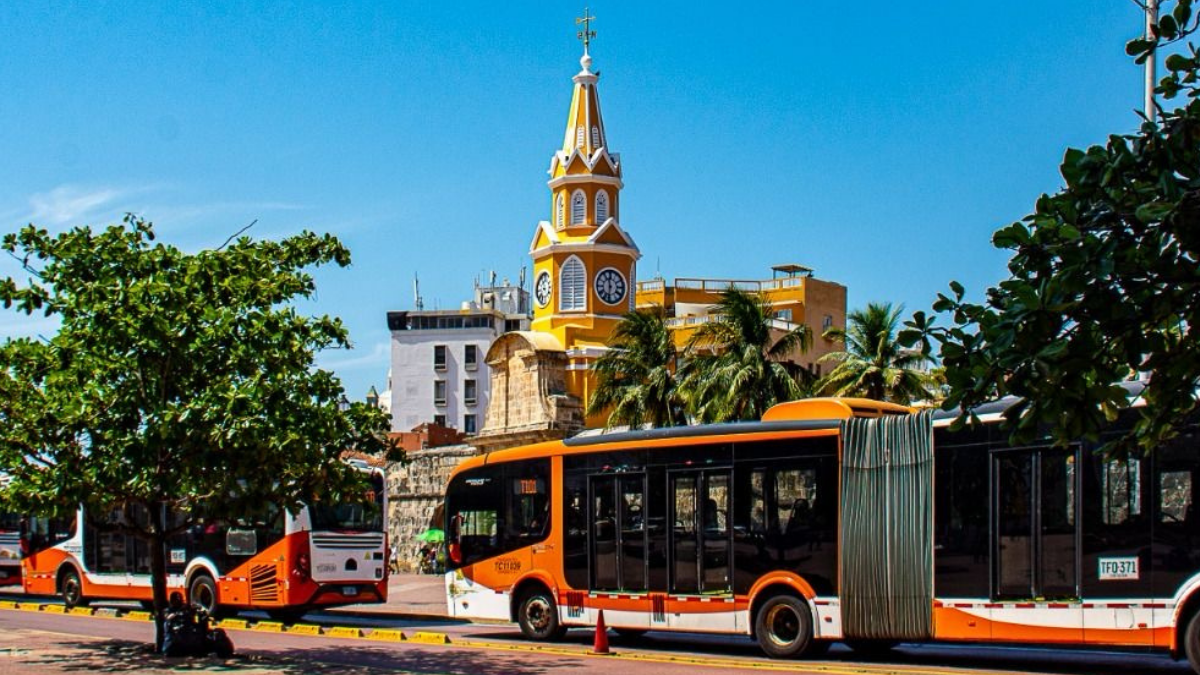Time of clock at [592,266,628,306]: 11:32
